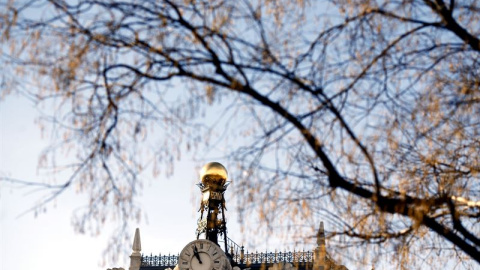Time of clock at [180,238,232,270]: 10:56
